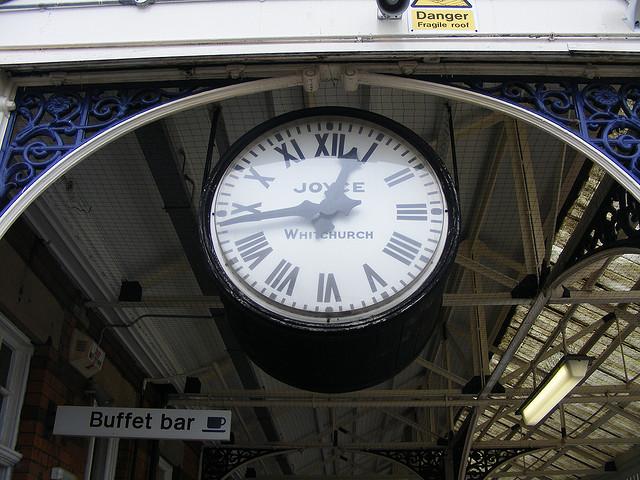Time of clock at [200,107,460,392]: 12:43
